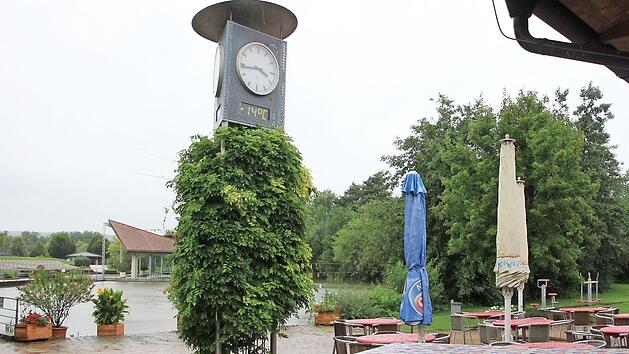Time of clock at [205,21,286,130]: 3:44
